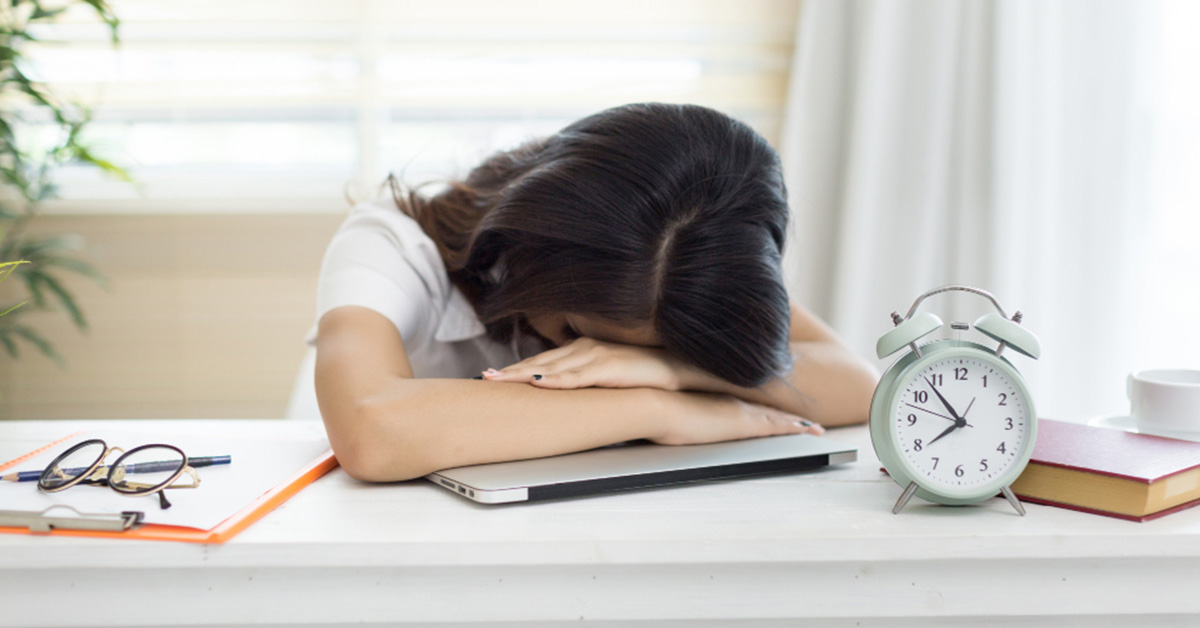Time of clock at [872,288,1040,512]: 7:53
